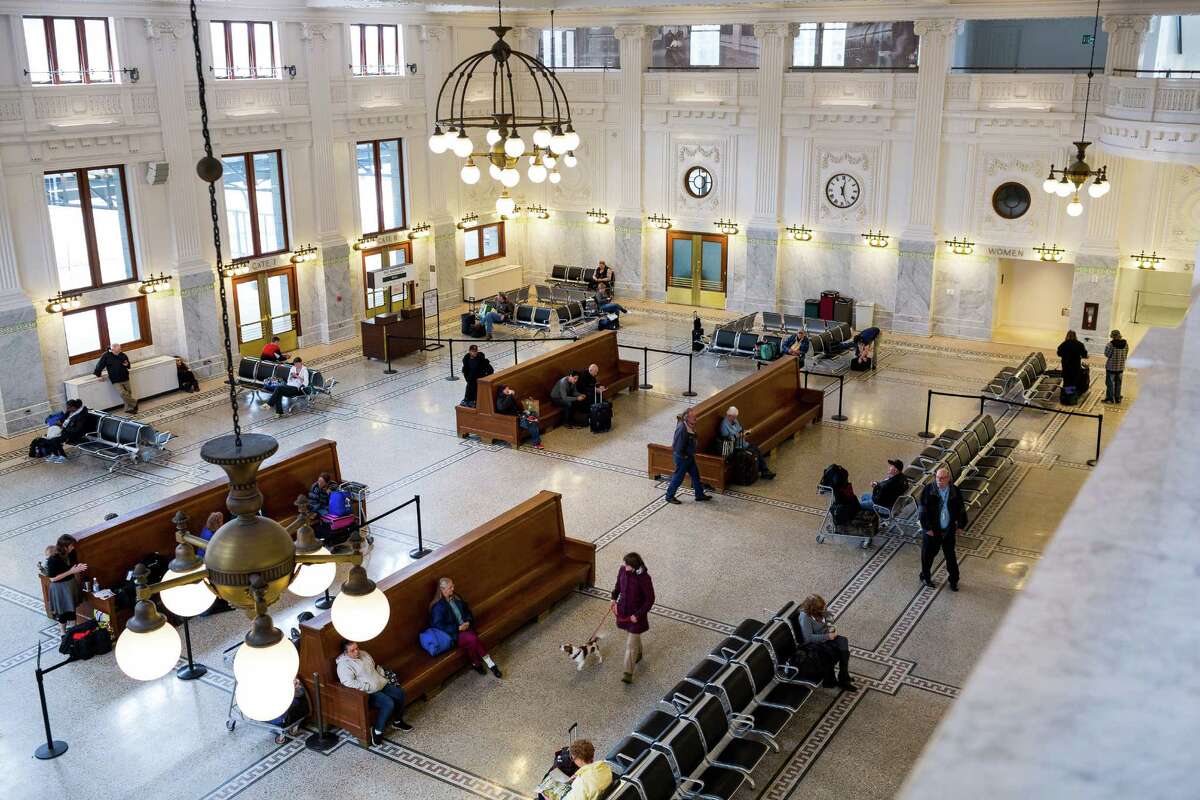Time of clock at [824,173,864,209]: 12:26
